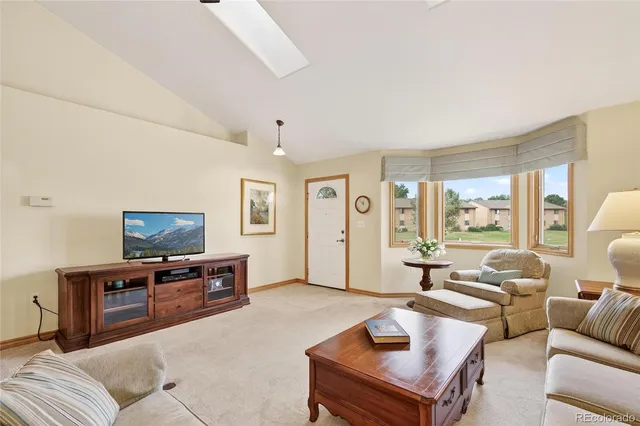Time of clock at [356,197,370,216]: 11:52
